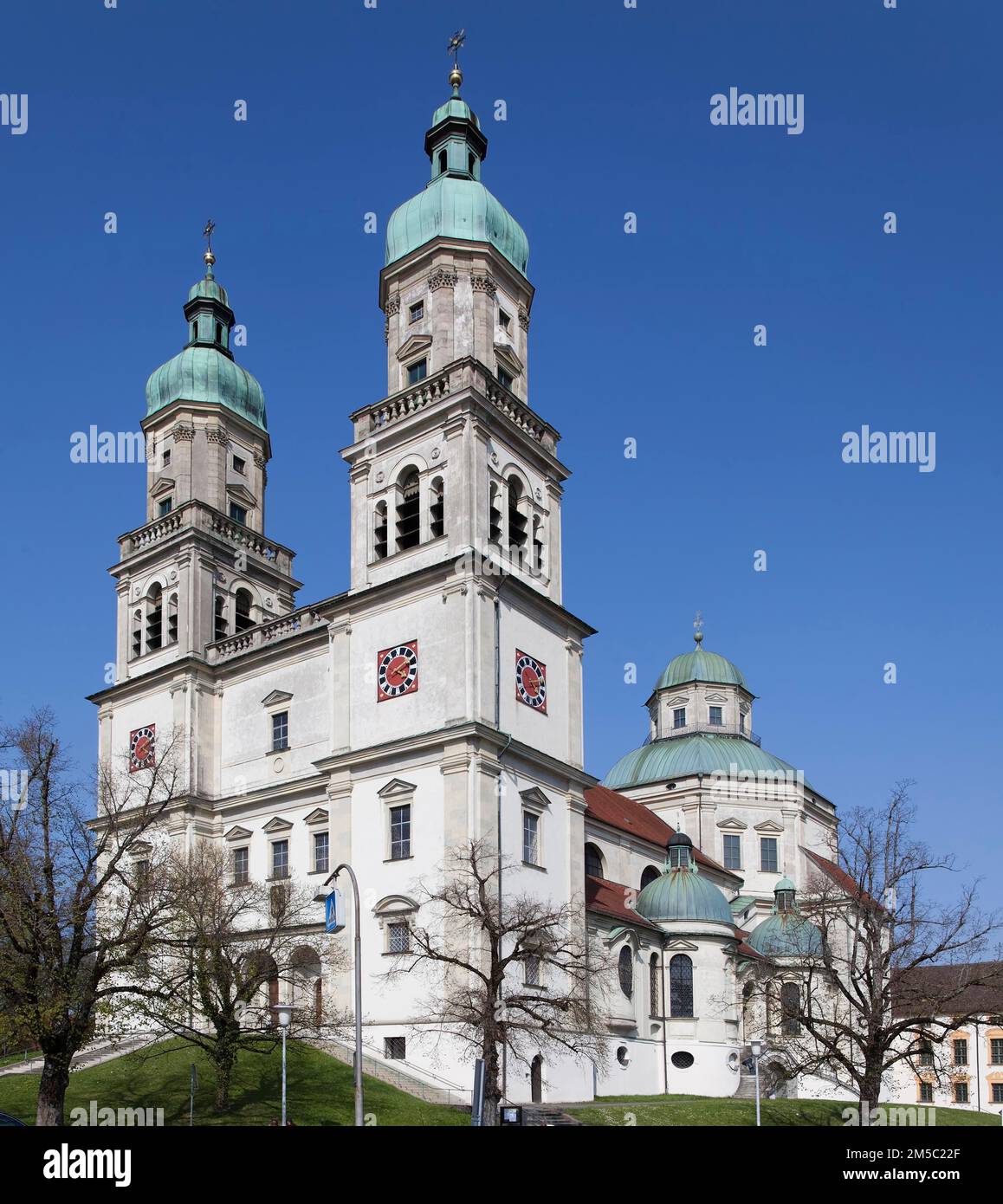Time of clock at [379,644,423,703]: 4:09
